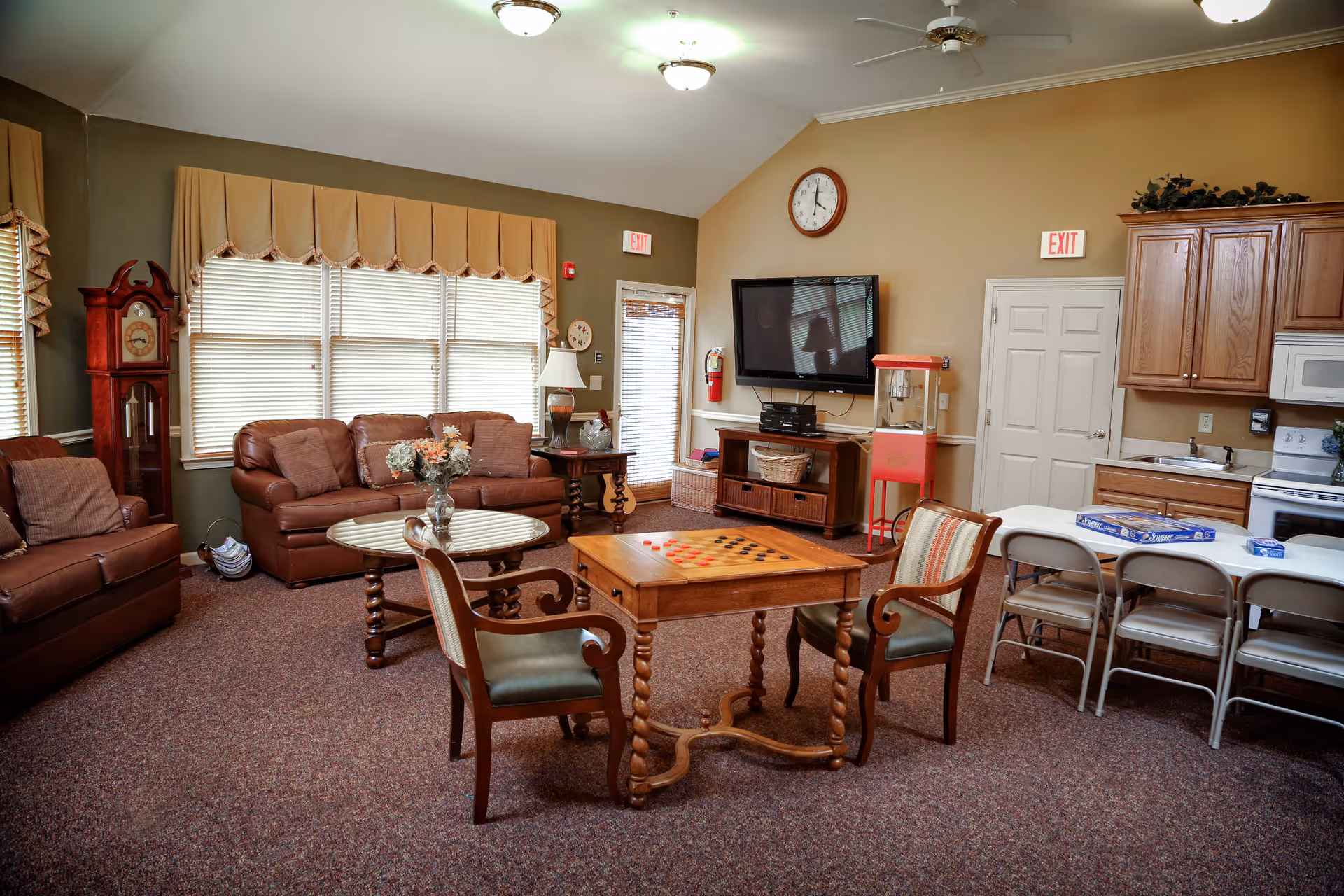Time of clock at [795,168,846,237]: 4:00
